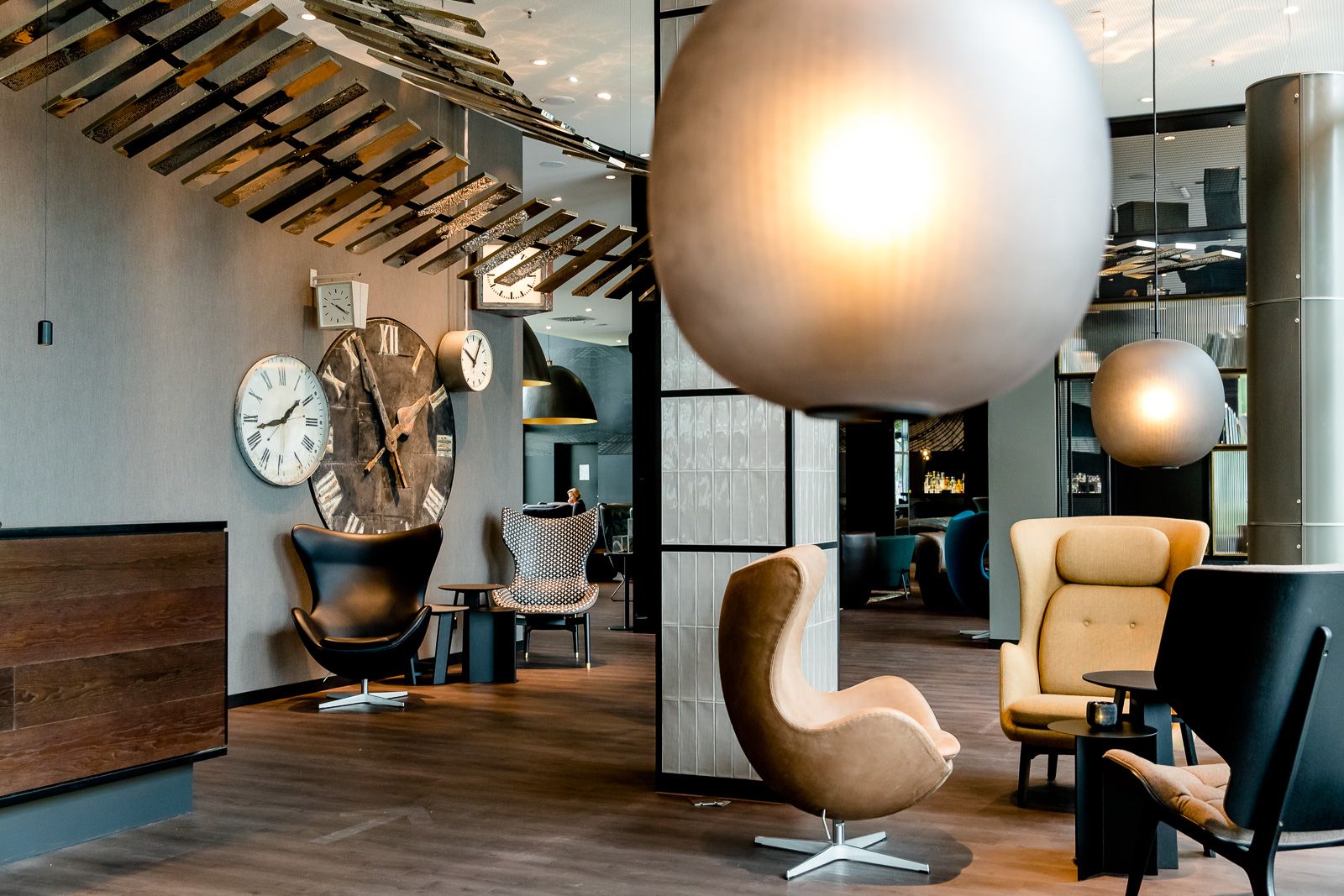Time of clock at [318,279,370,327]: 4:20
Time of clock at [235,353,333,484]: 1:42
